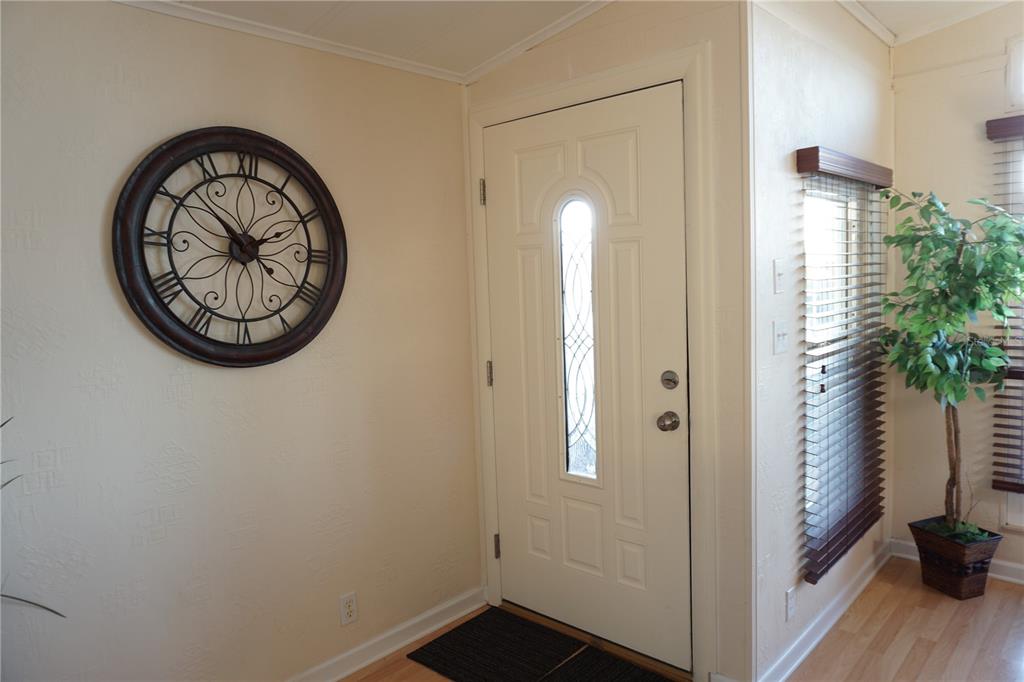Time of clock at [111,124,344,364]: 1:52
